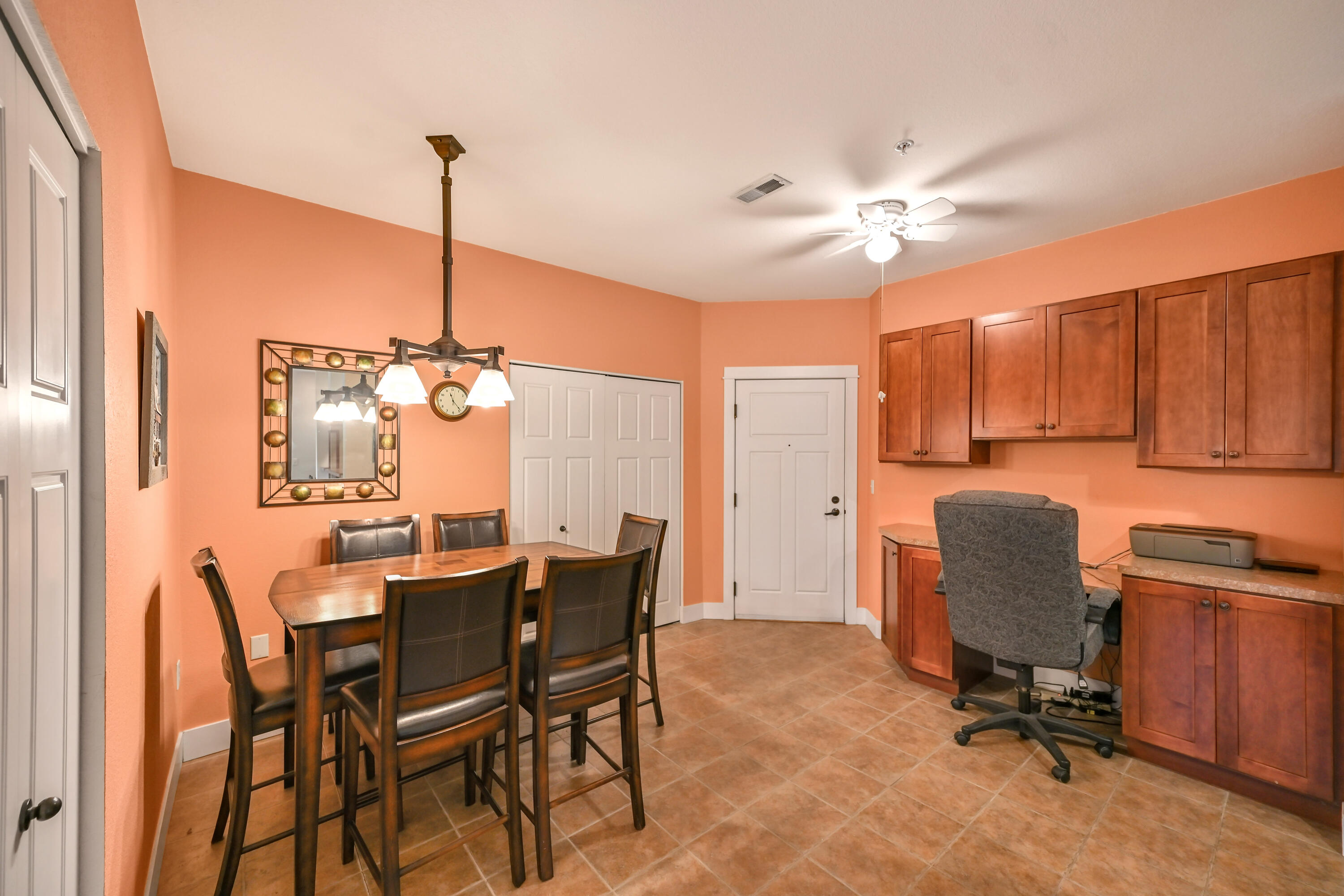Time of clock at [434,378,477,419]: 11:23
